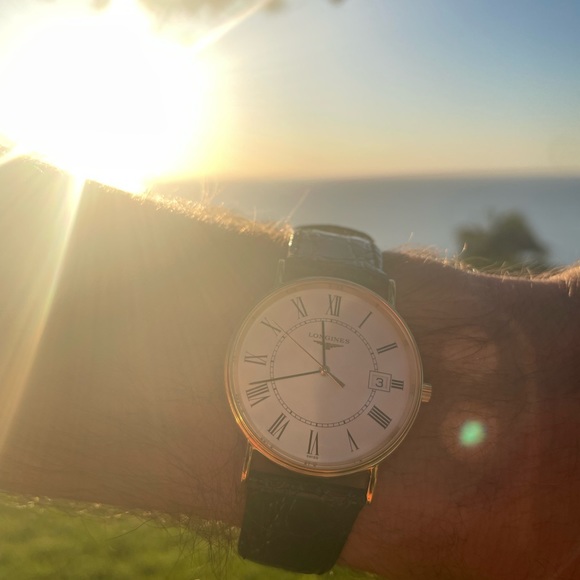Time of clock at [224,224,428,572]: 11:41
